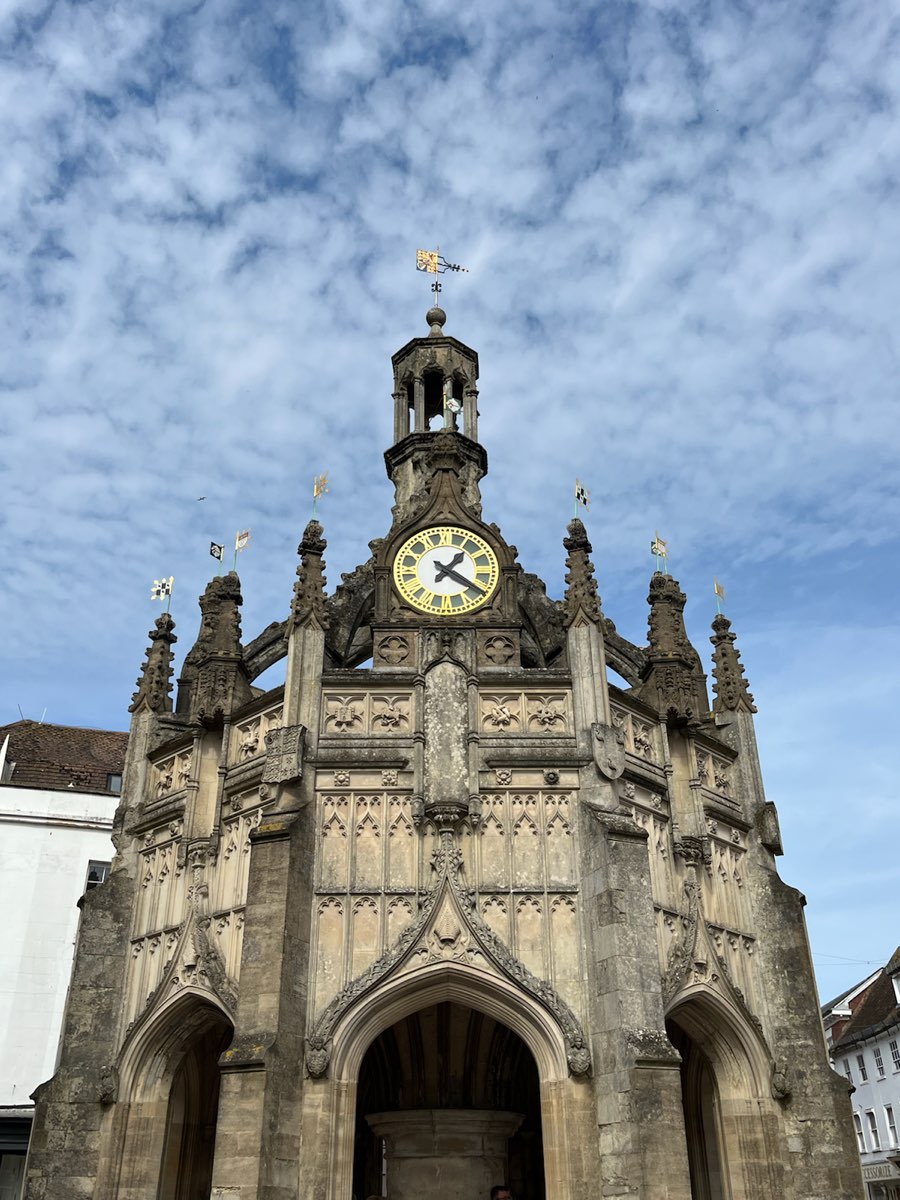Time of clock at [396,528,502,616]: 1:20
